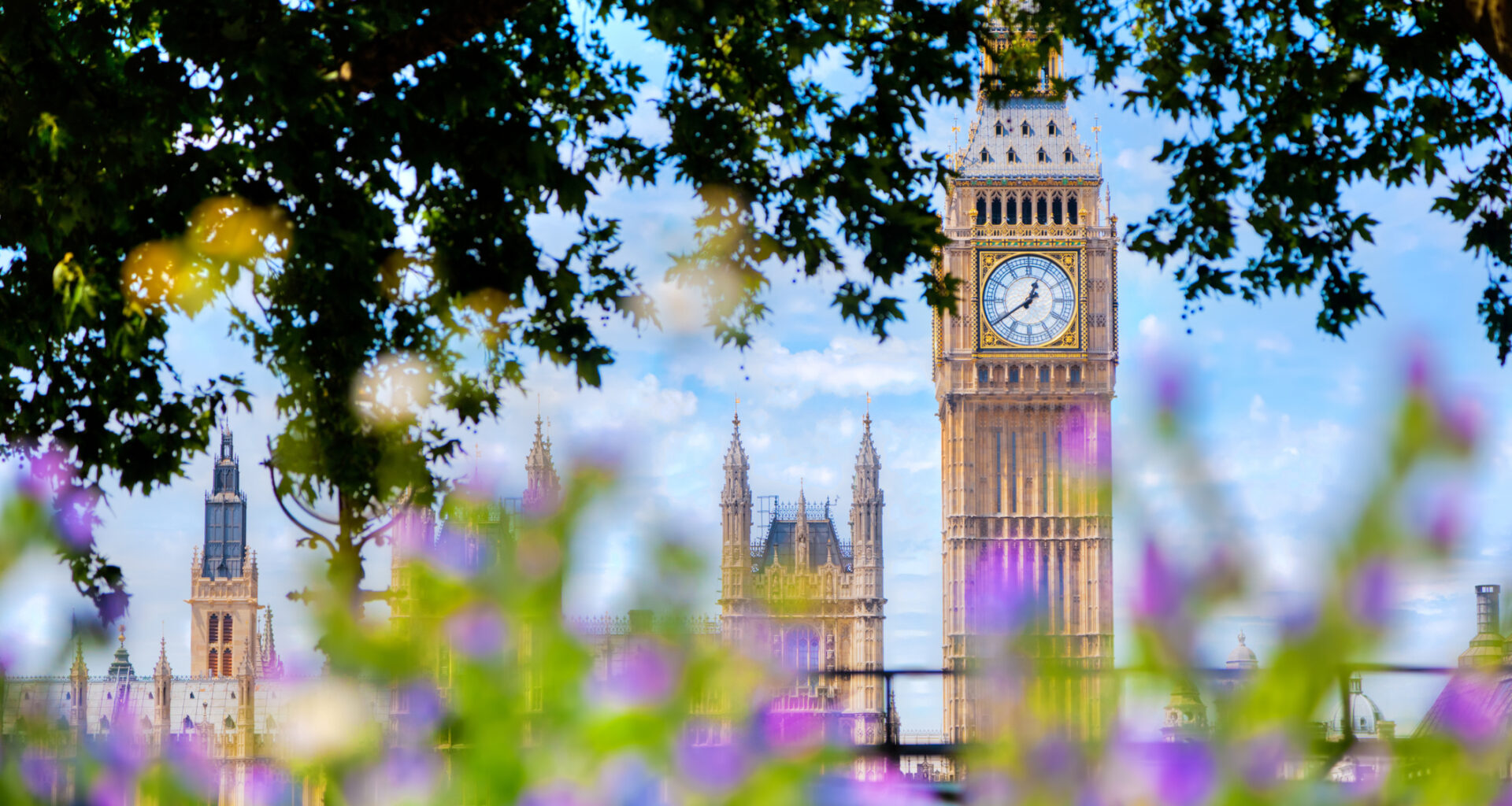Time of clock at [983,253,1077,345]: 12:39
